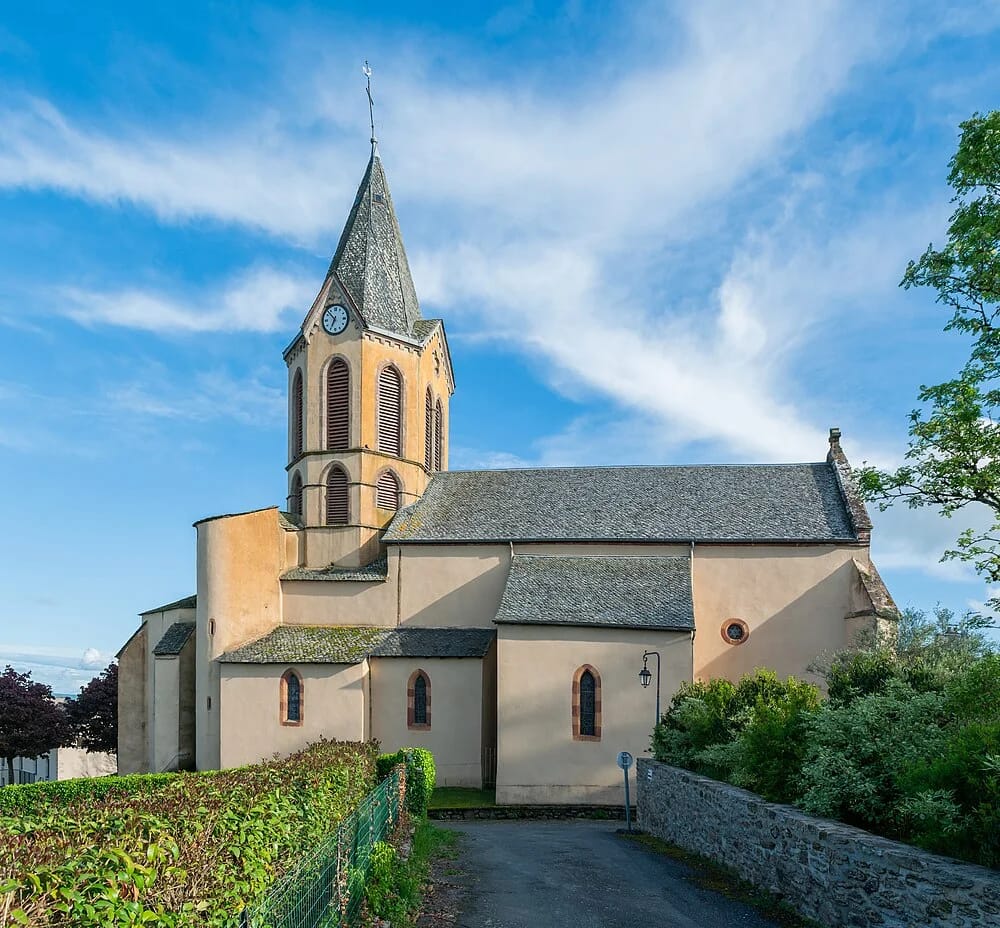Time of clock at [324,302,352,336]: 6:52
